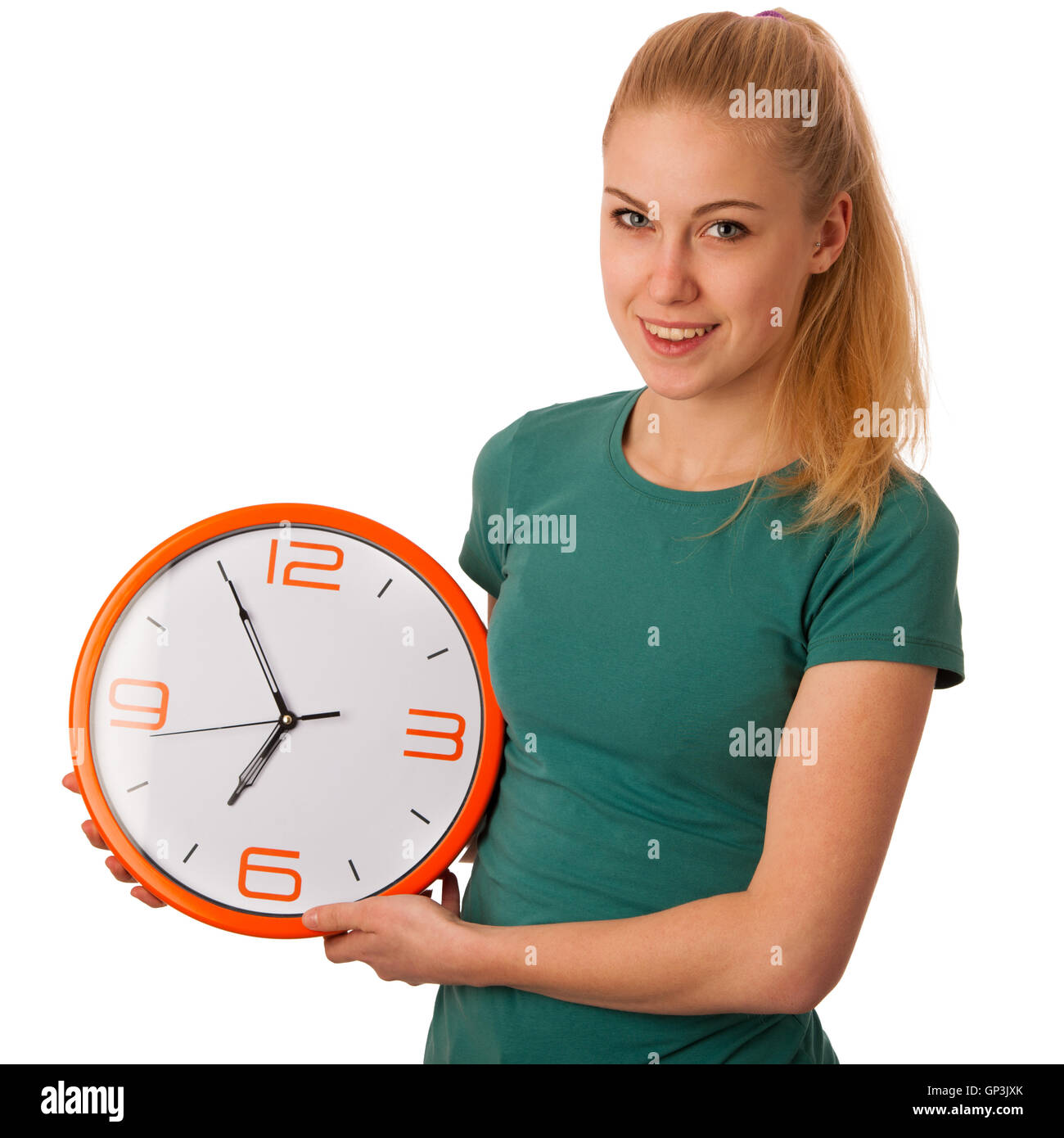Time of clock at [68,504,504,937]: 6:55
